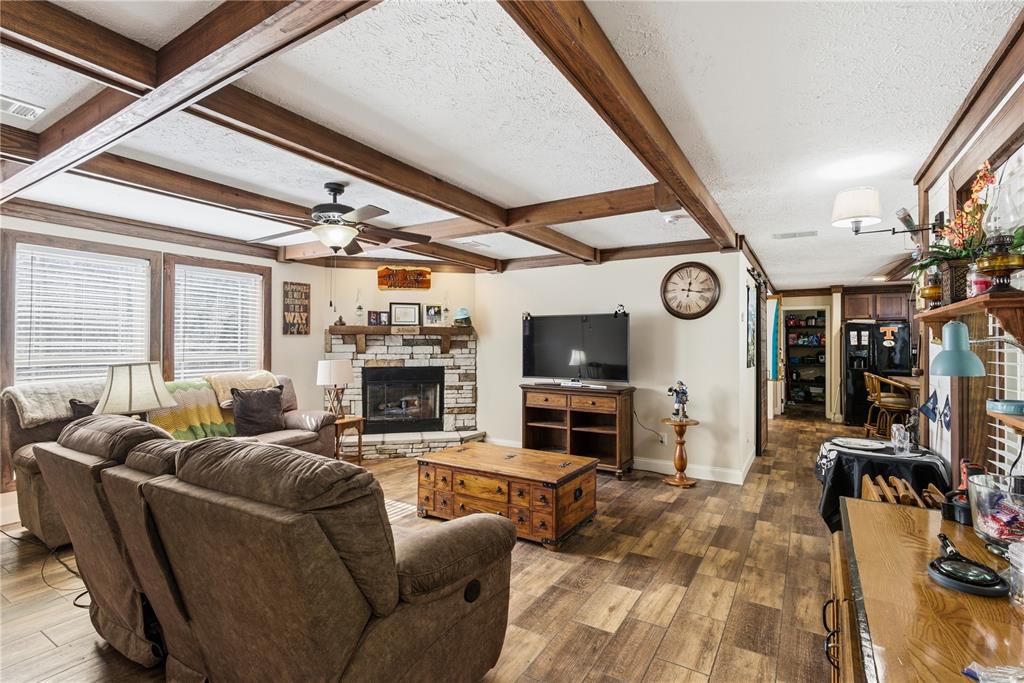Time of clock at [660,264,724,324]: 12:16
